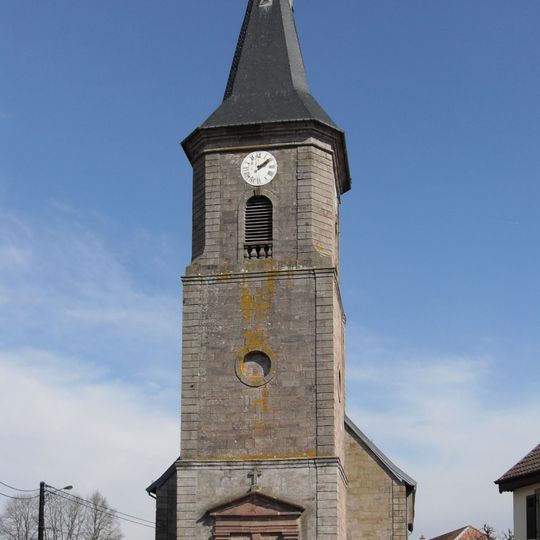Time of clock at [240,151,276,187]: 2:08
